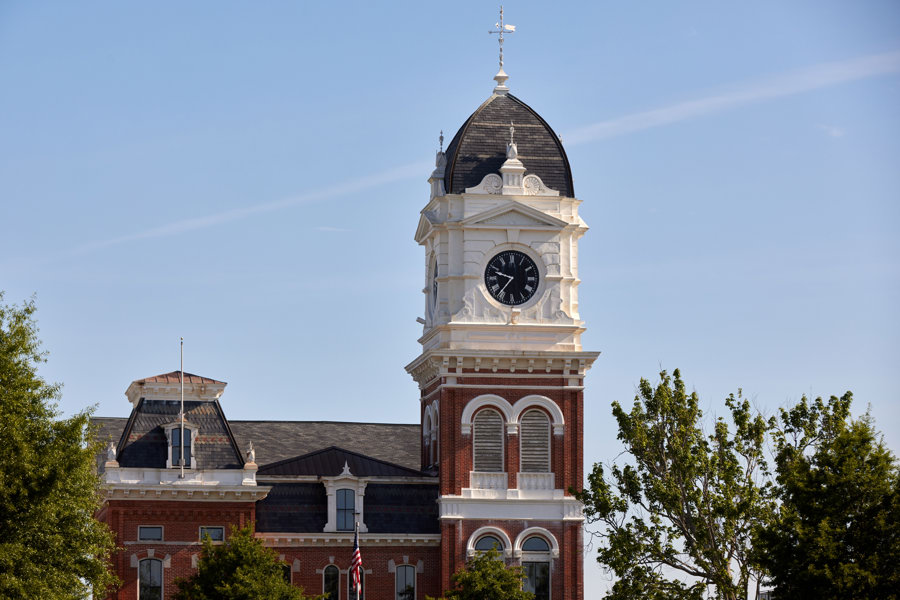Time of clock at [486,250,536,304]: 9:36
